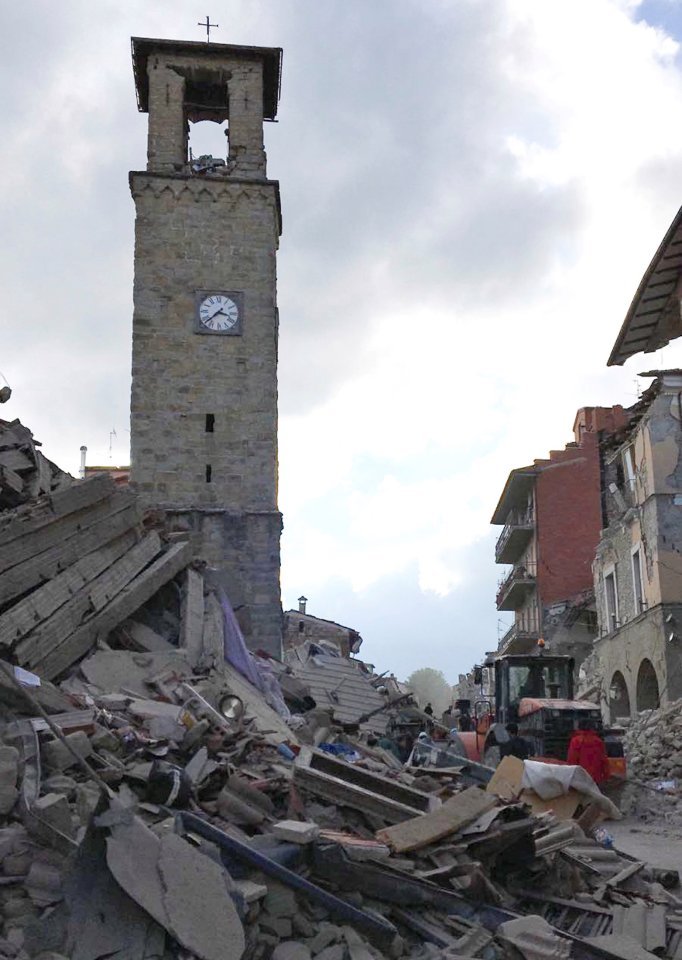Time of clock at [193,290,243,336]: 3:37
